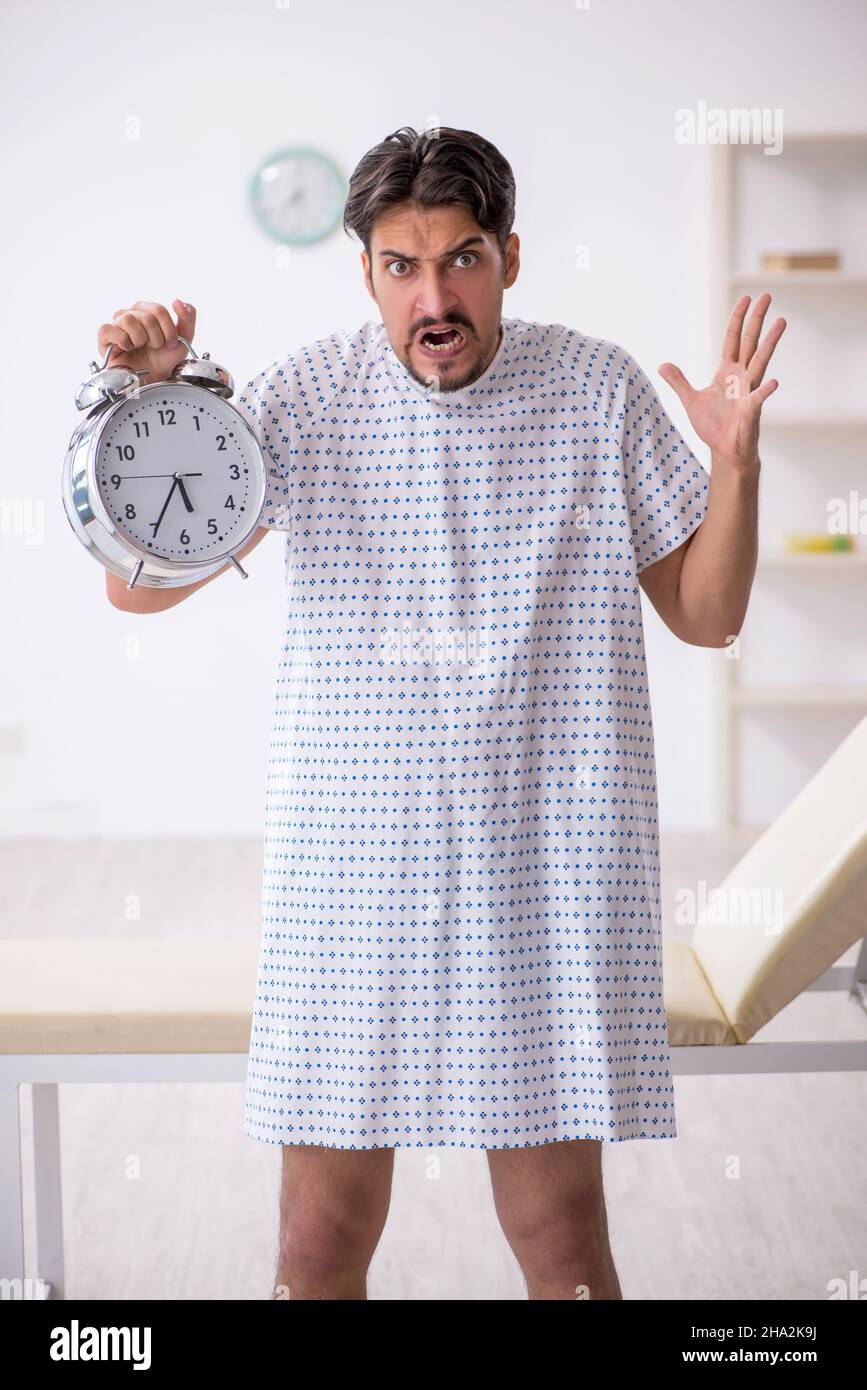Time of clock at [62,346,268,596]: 5:35
